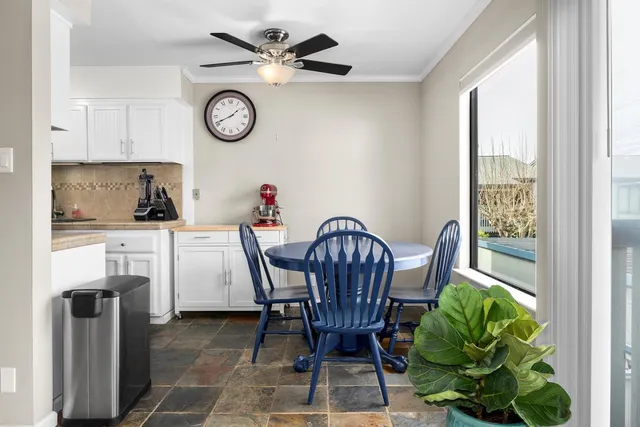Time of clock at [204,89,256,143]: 1:41
